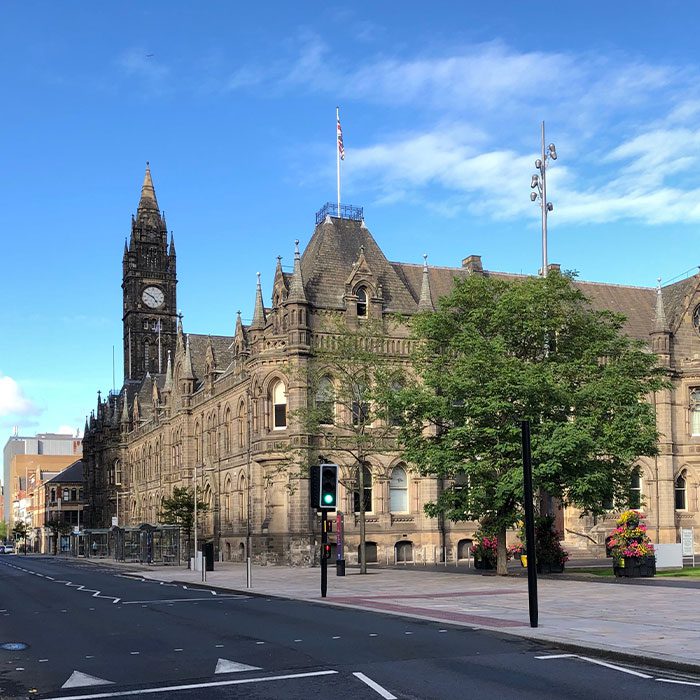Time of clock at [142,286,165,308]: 4:49
